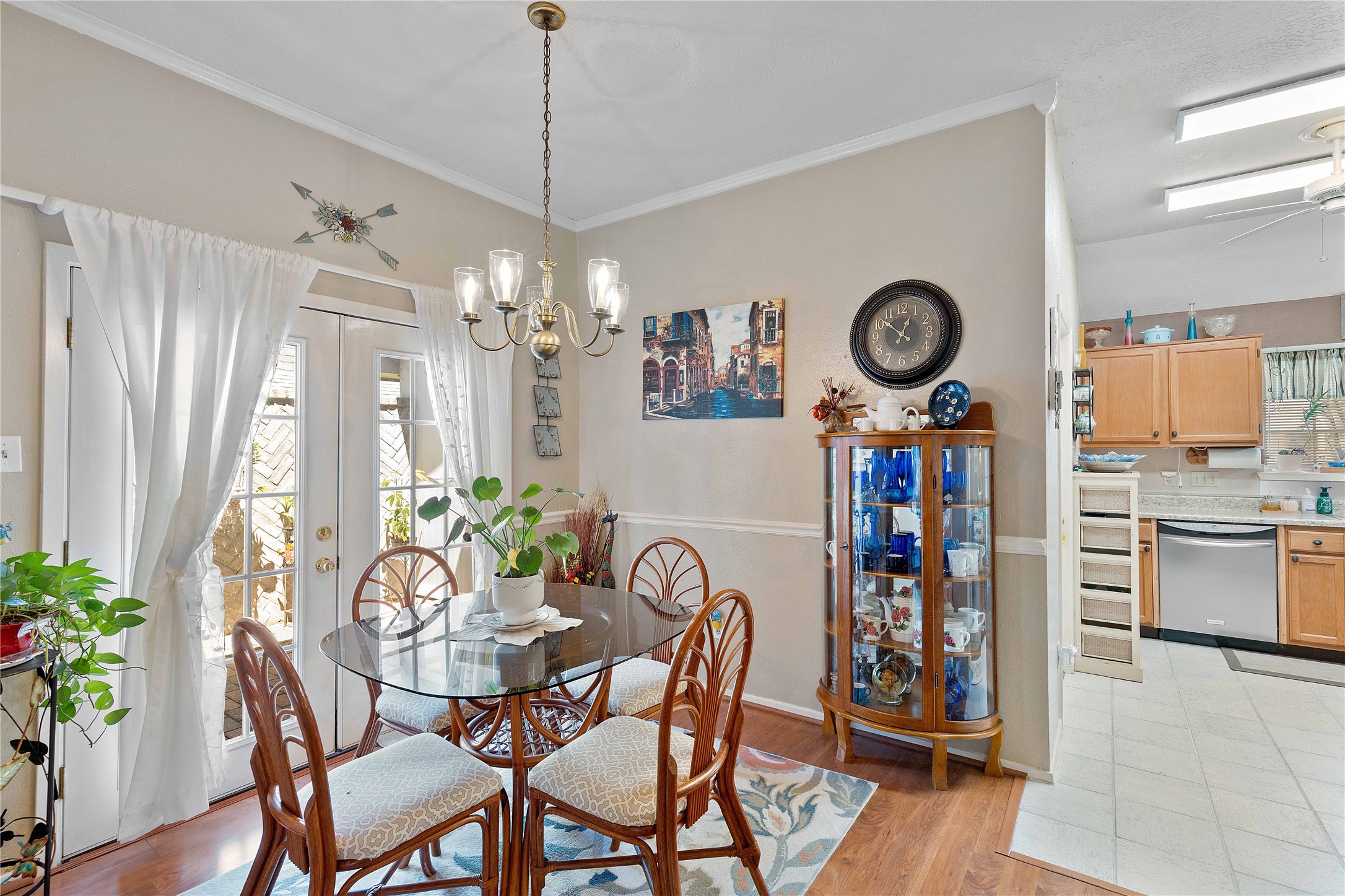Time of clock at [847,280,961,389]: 12:51
